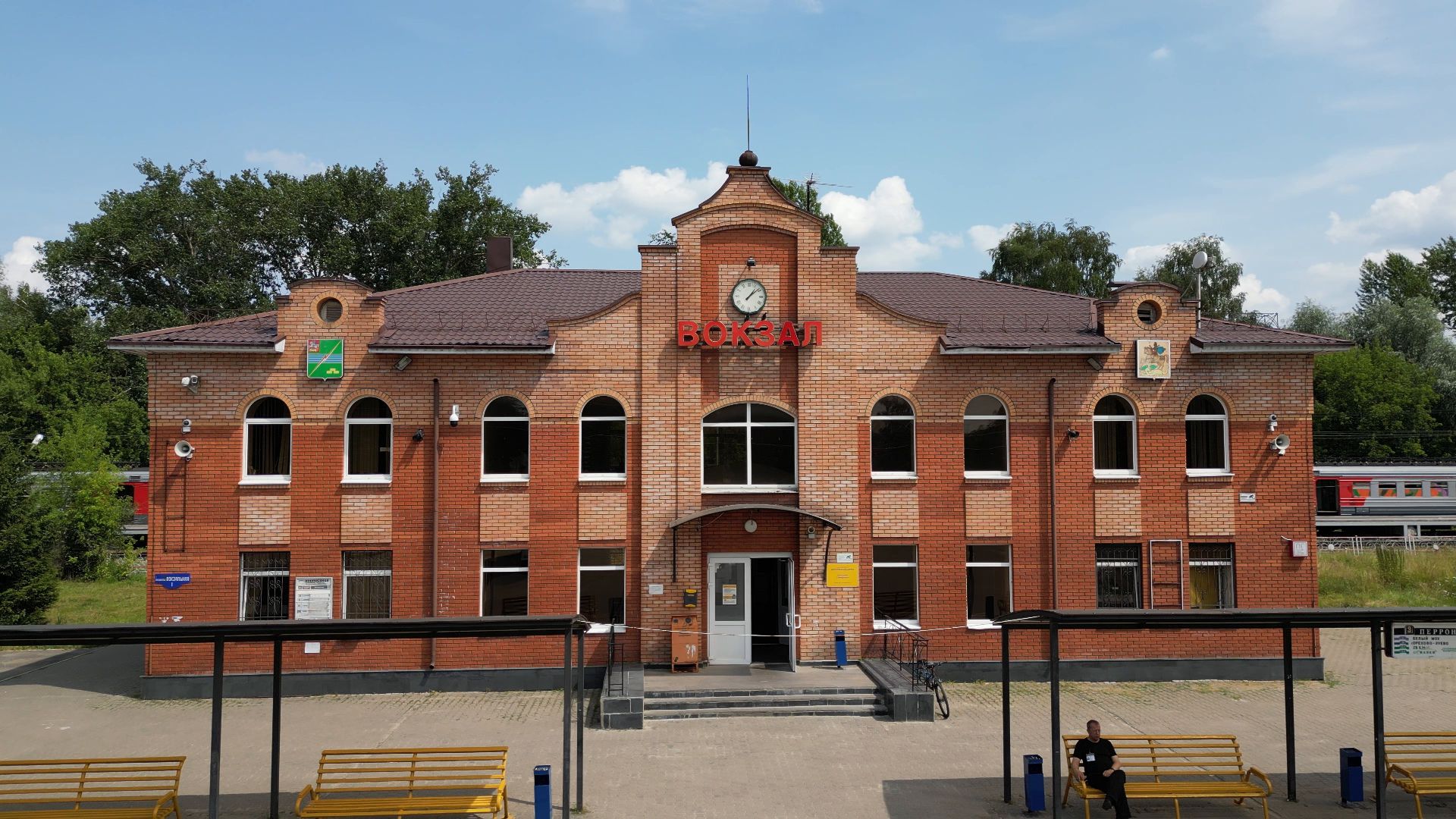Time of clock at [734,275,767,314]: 1:08
